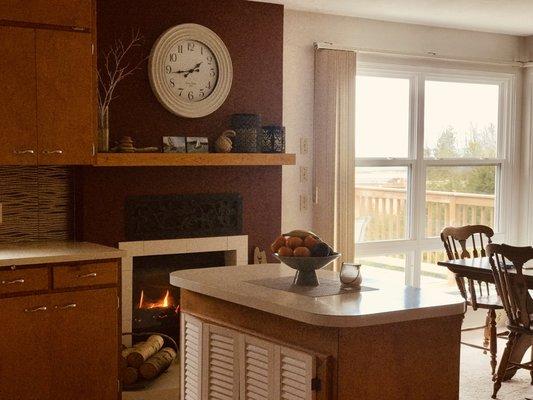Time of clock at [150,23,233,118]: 1:43
